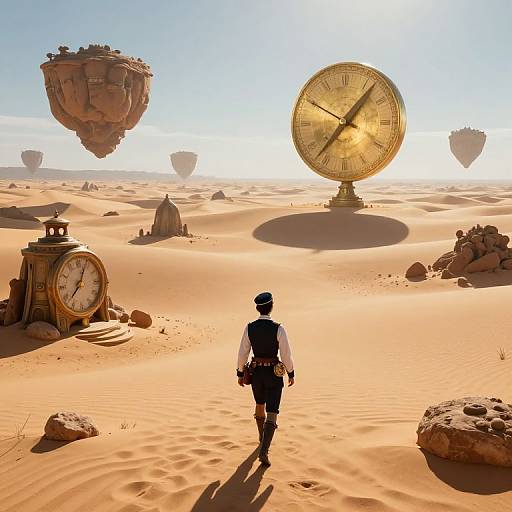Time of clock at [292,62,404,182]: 10:06
